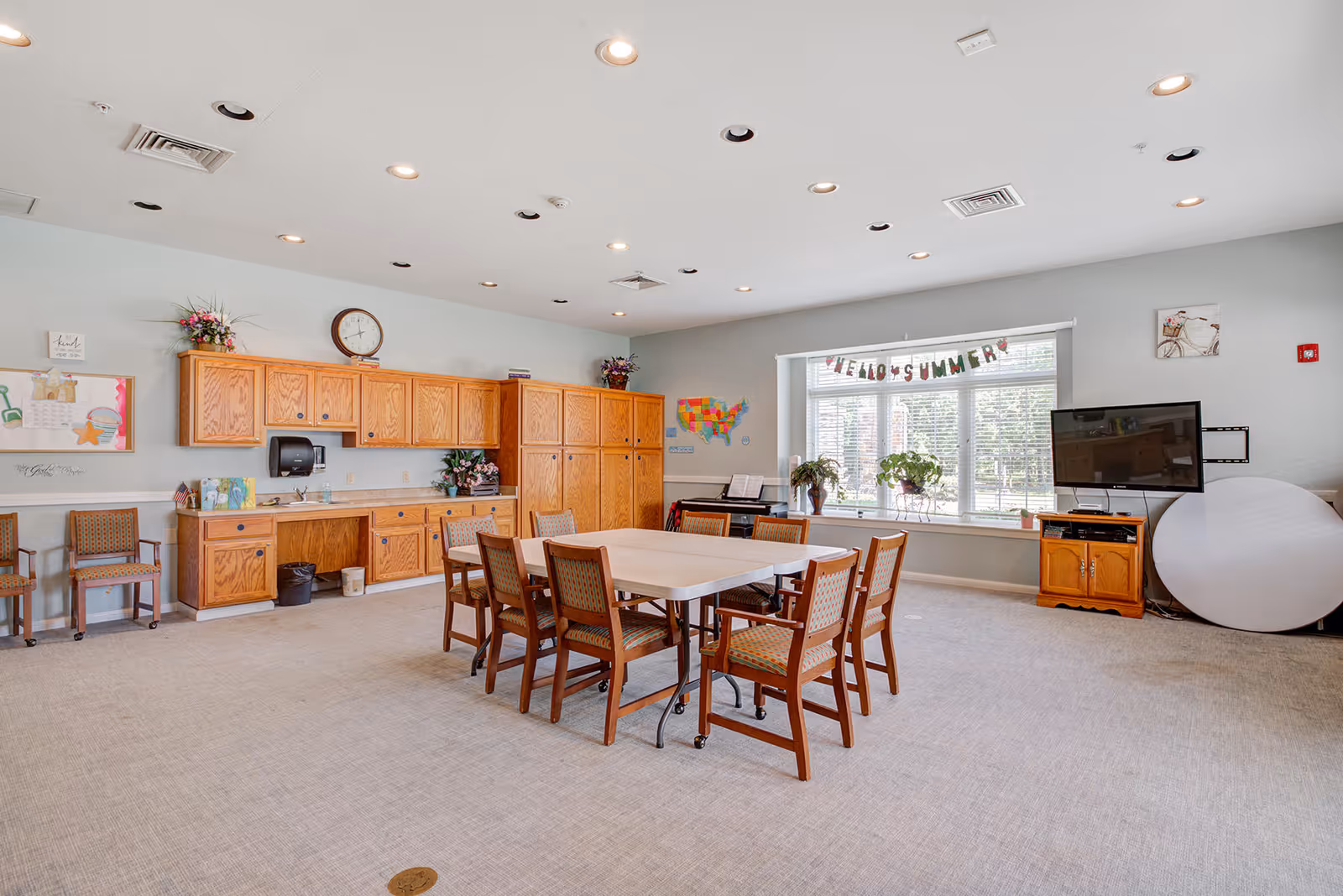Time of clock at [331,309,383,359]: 11:40
